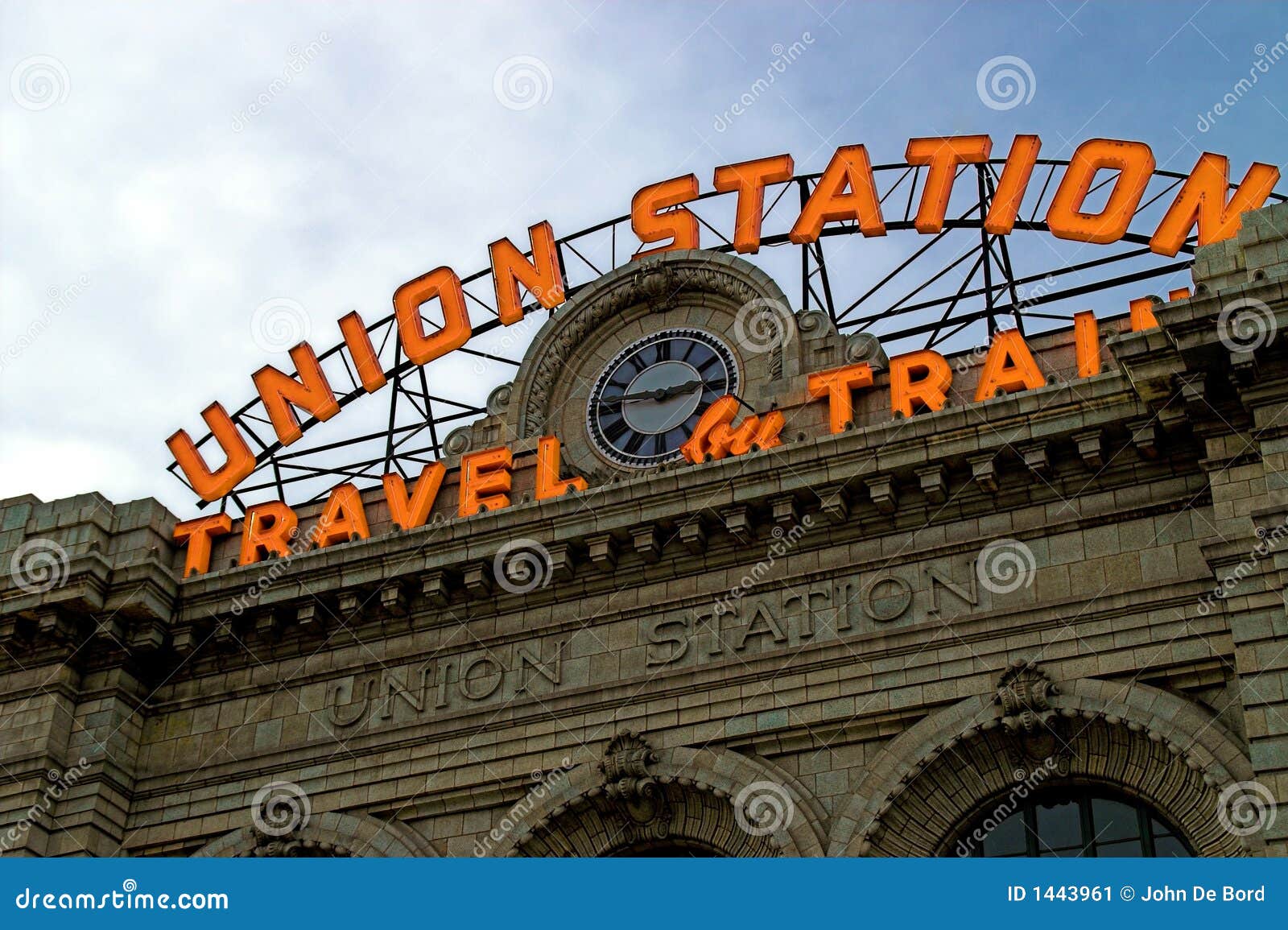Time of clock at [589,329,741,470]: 2:45
